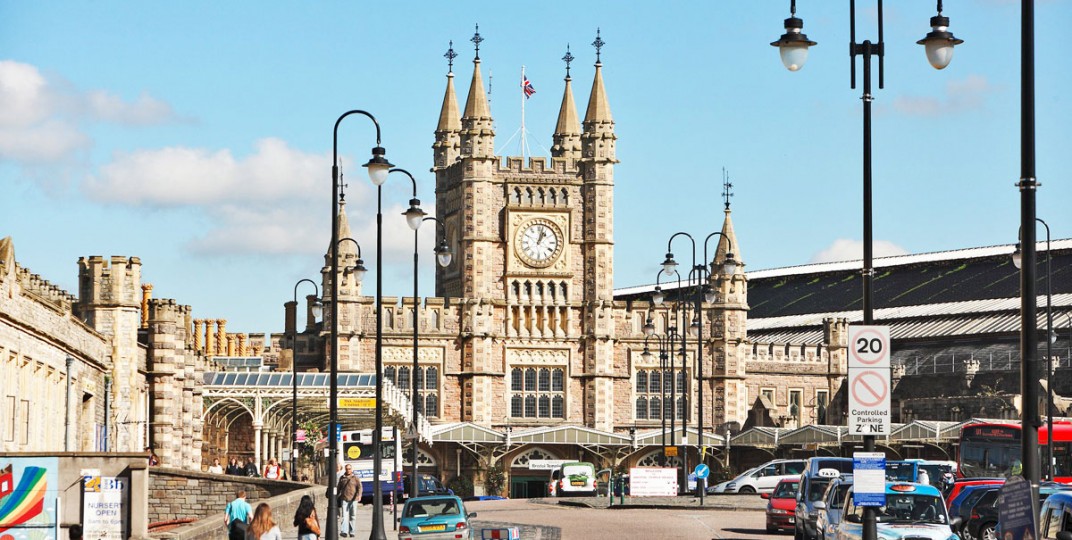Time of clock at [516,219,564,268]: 1:02
